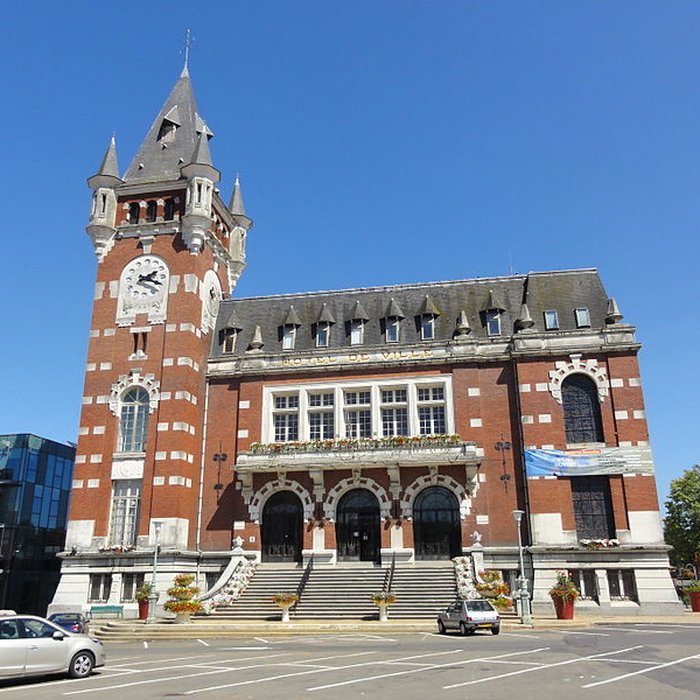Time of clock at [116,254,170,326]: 2:18
